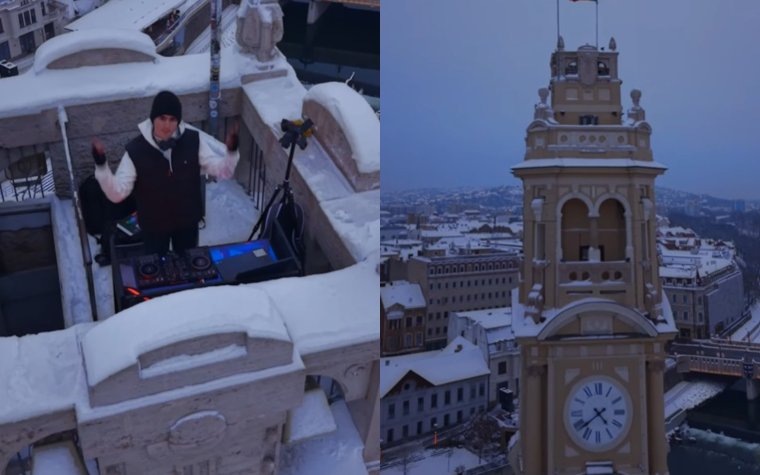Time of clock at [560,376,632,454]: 4:38
